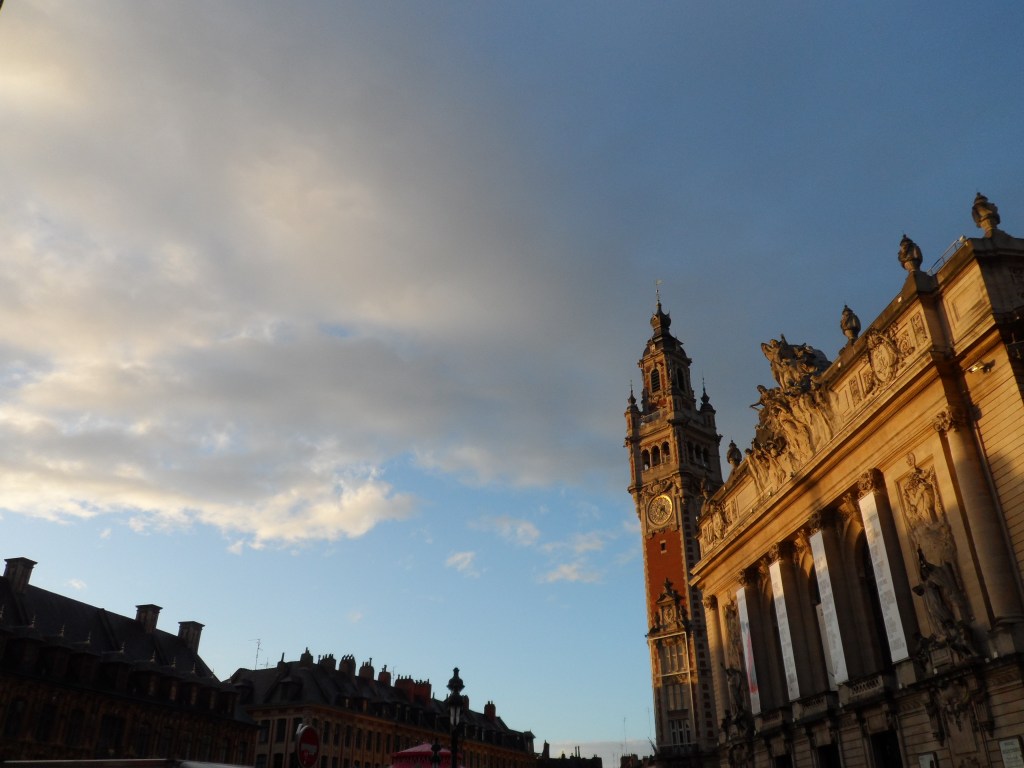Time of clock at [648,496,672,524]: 6:21
